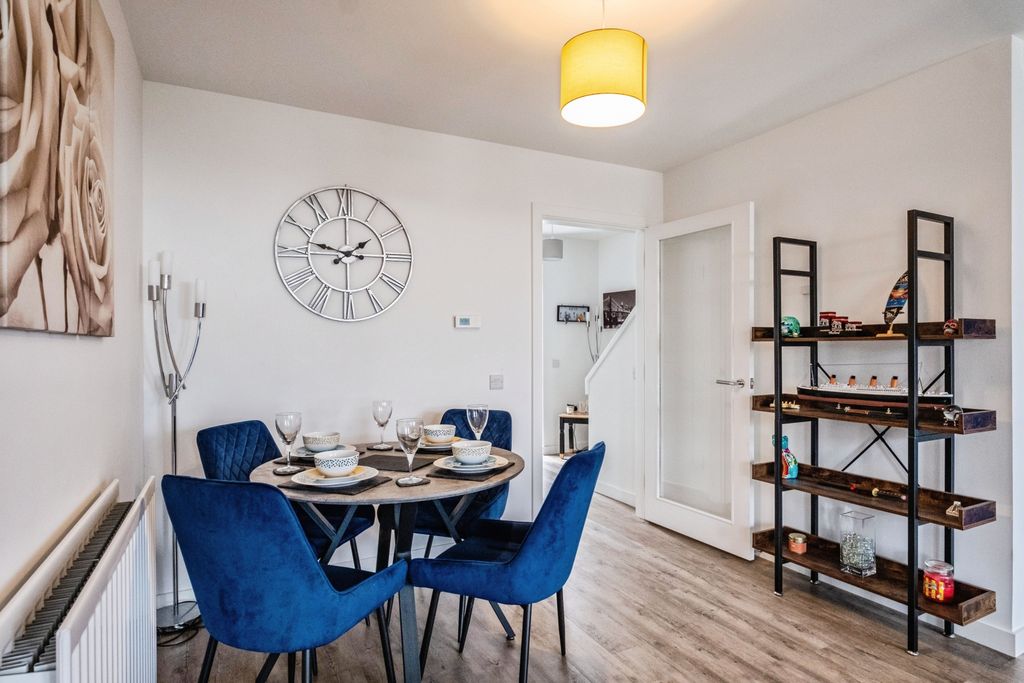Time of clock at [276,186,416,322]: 1:47
